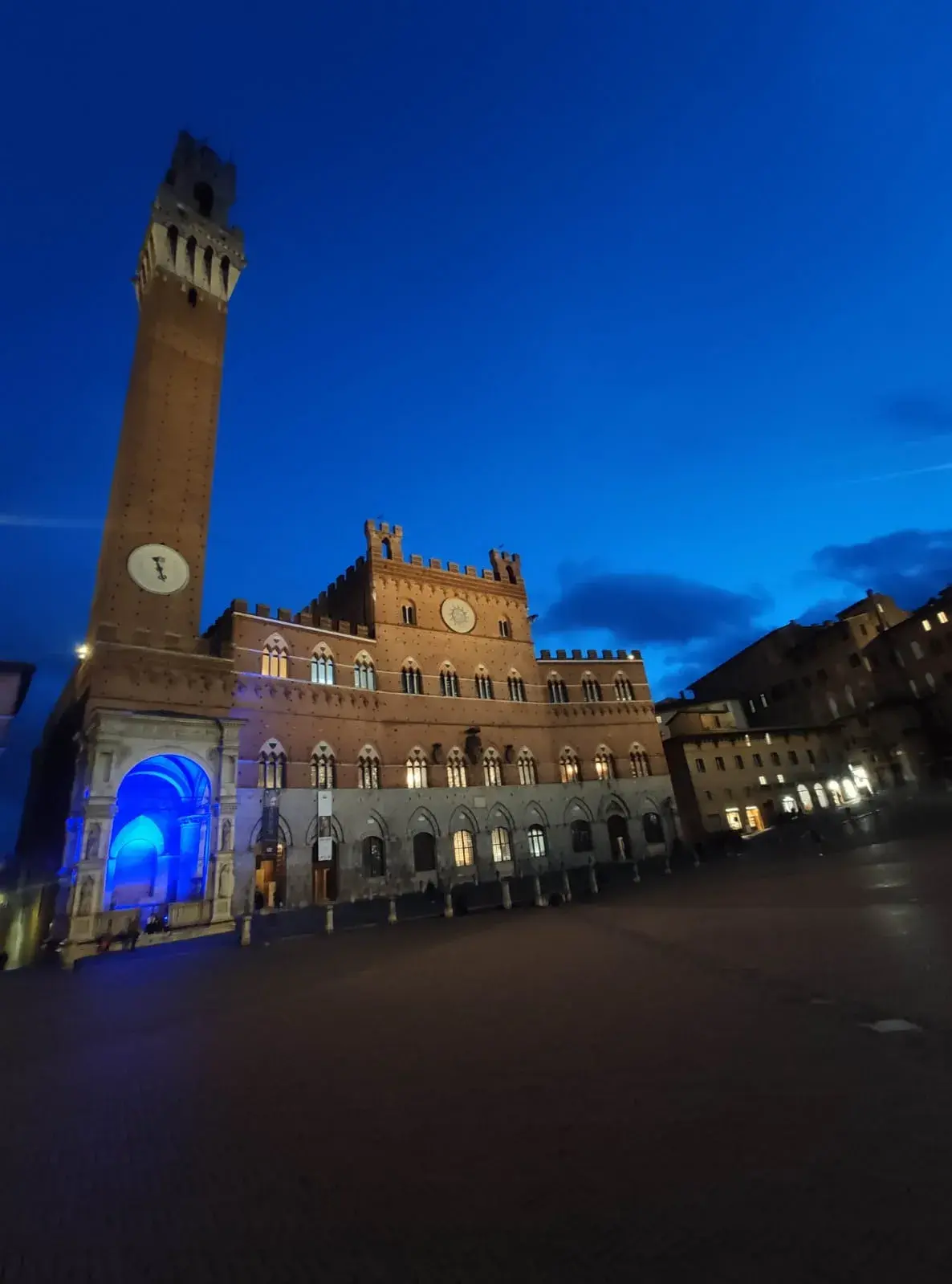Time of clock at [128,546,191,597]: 5:27
